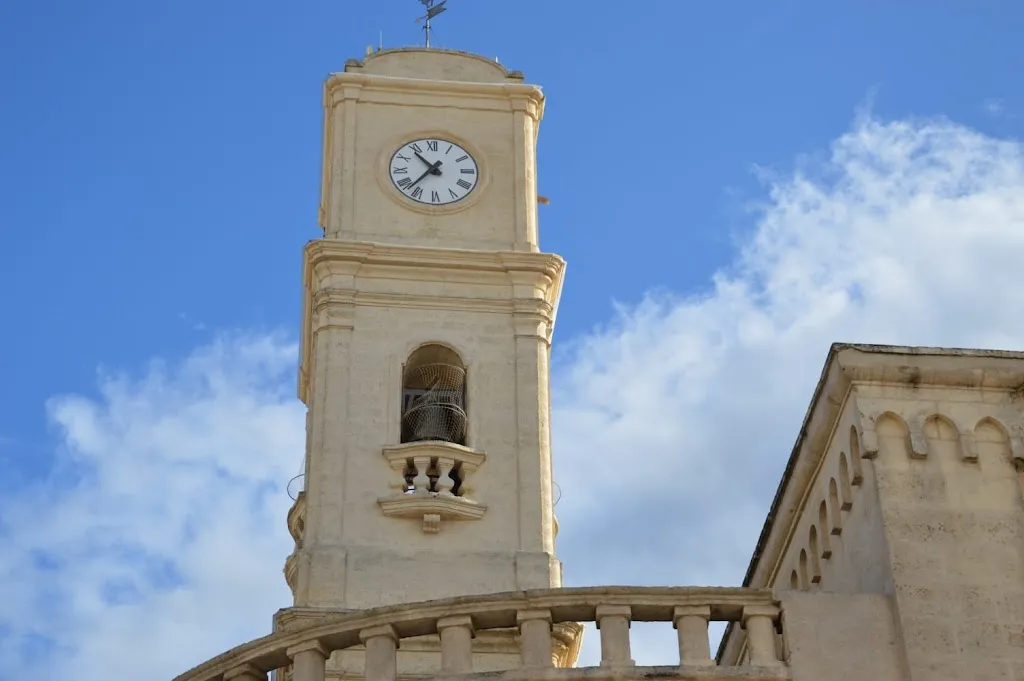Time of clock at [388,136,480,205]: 10:37
